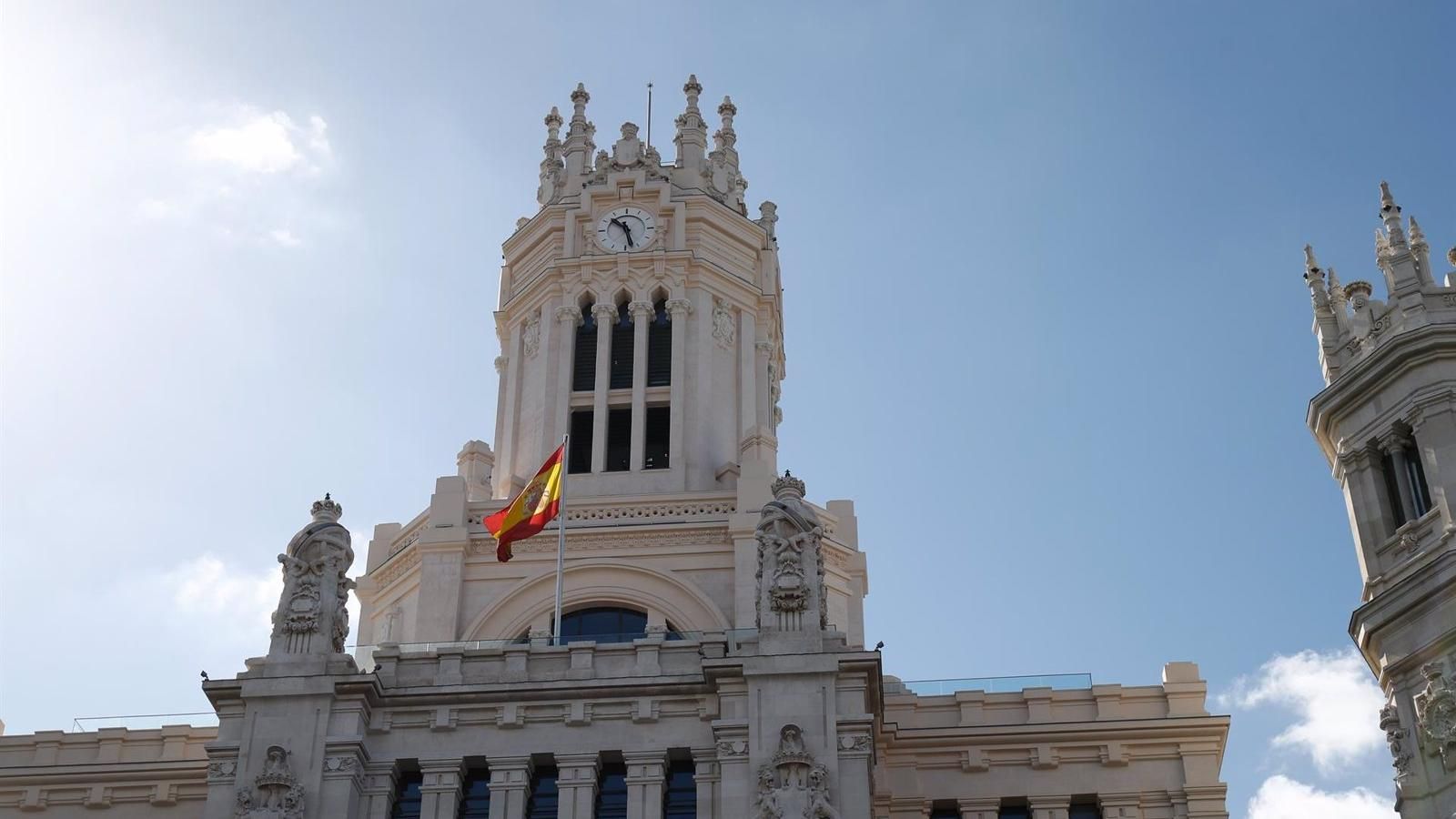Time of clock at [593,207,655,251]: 10:28
